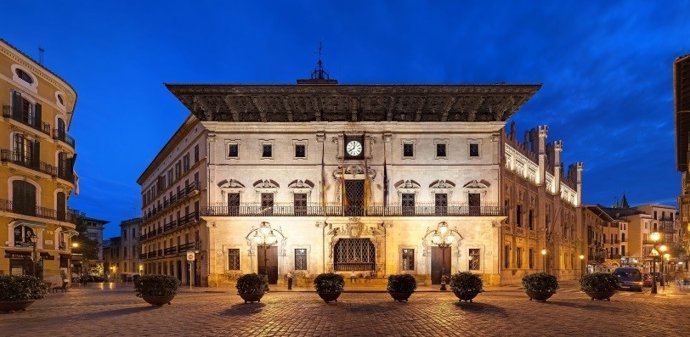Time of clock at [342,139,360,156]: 8:01
